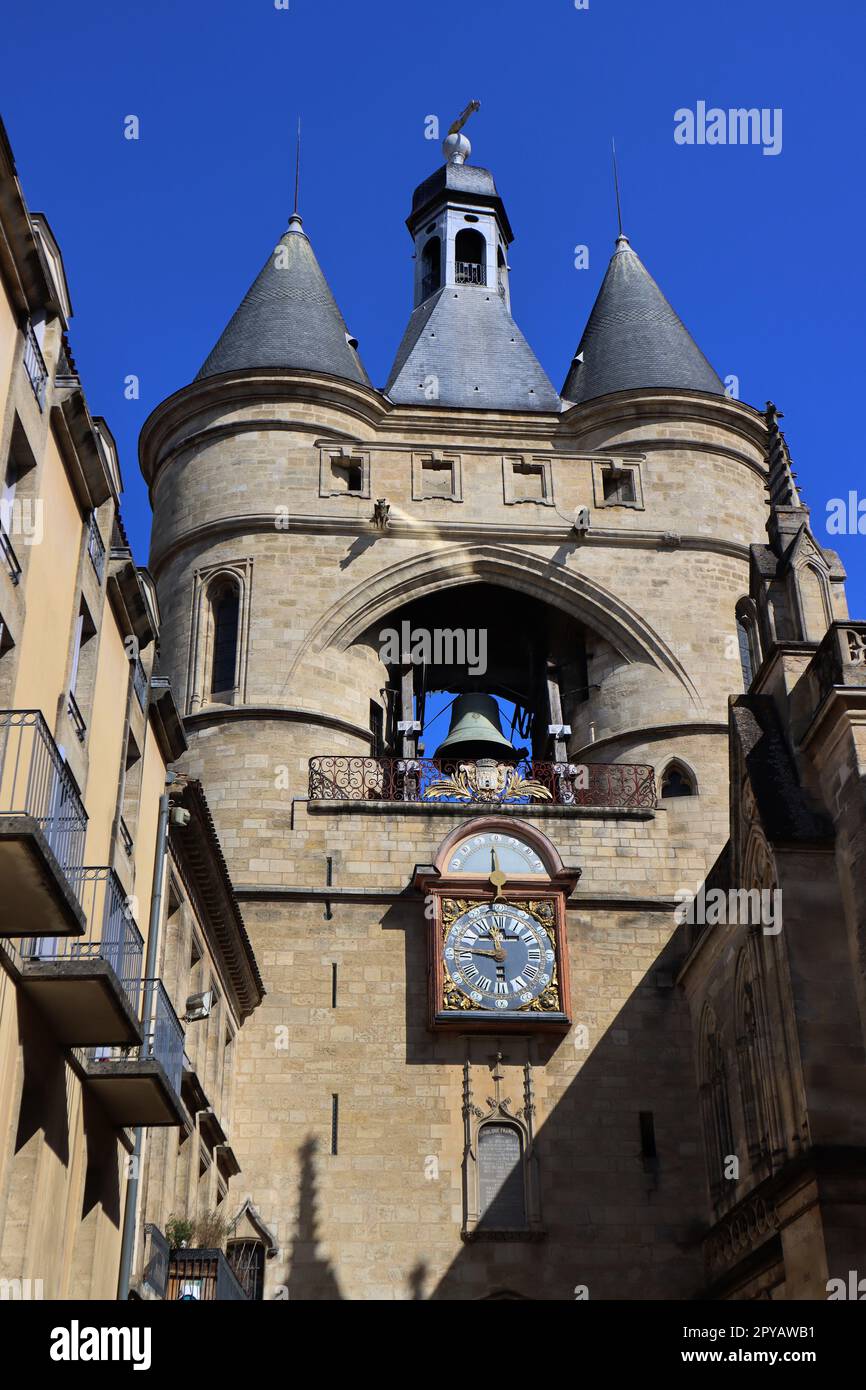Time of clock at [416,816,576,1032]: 11:46
